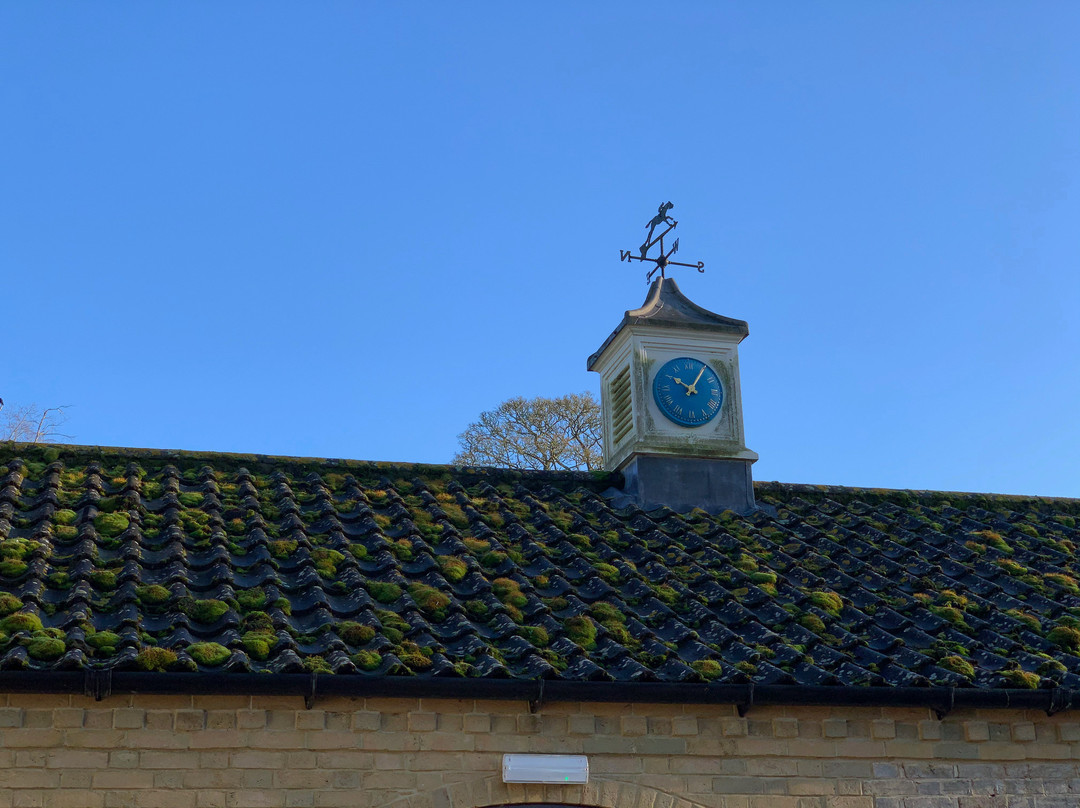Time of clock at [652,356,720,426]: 10:05
